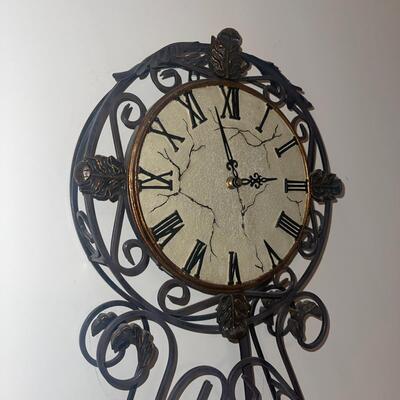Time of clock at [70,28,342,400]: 2:57
